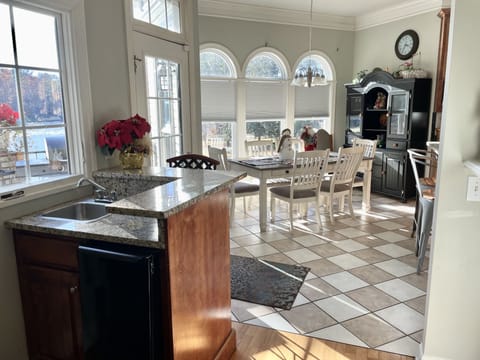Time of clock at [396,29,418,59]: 3:35
